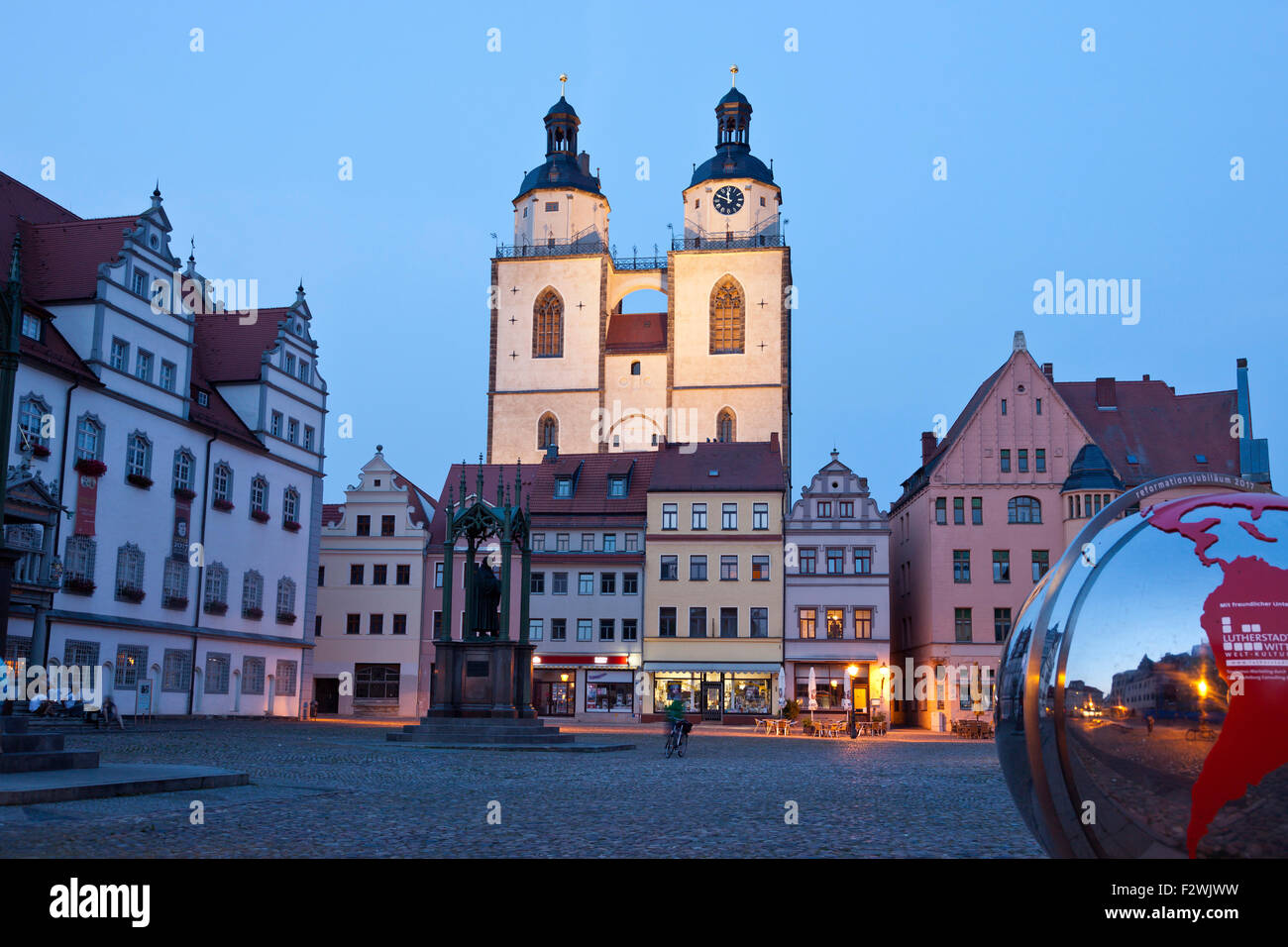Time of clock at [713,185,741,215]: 11:48
